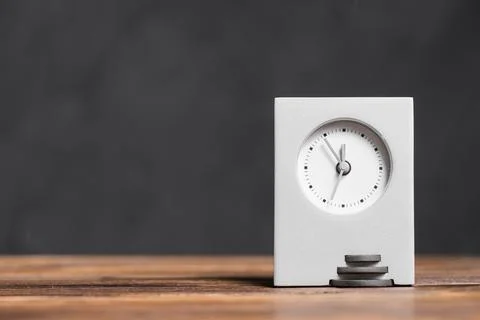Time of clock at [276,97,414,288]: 12:33
